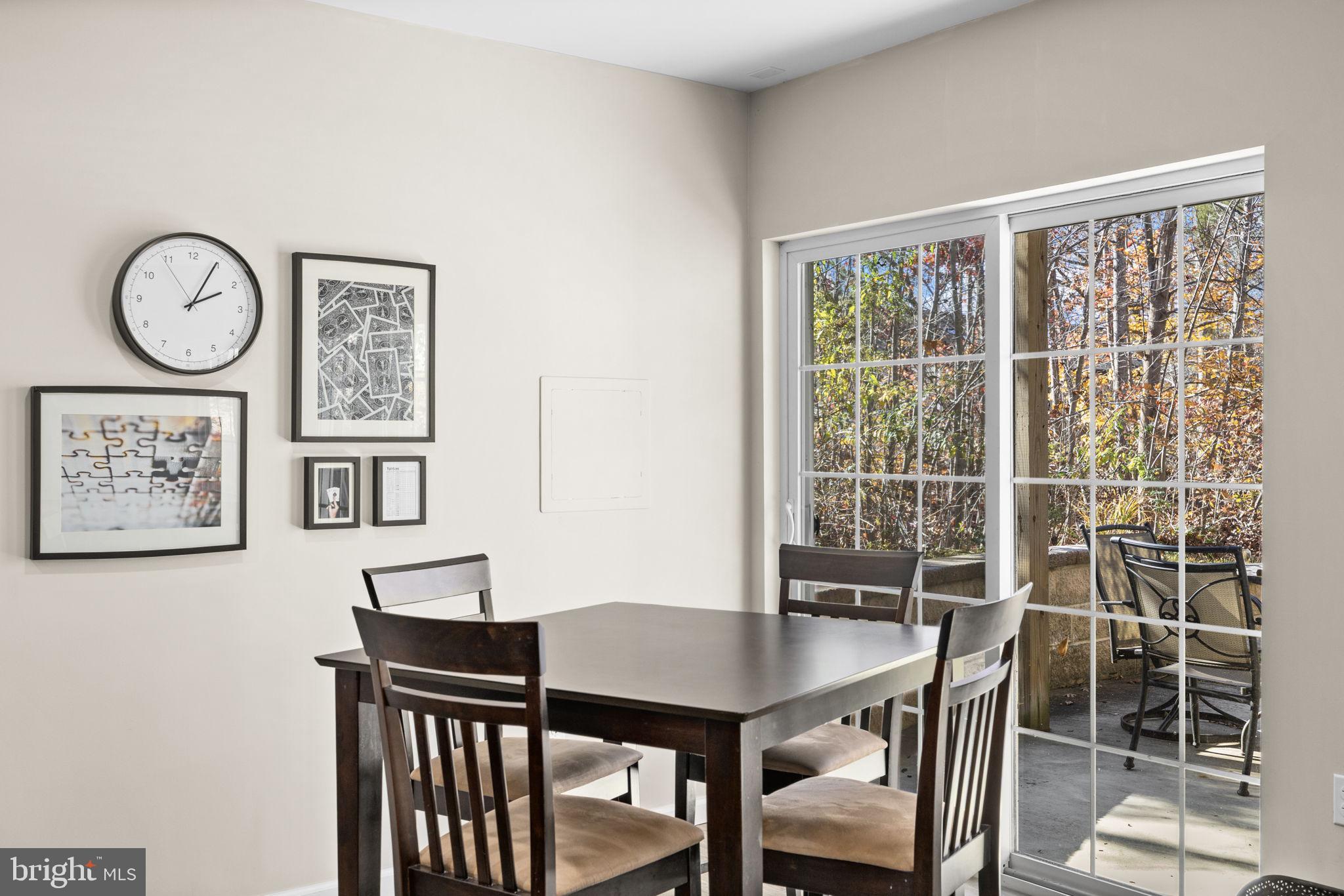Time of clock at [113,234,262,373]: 2:04
